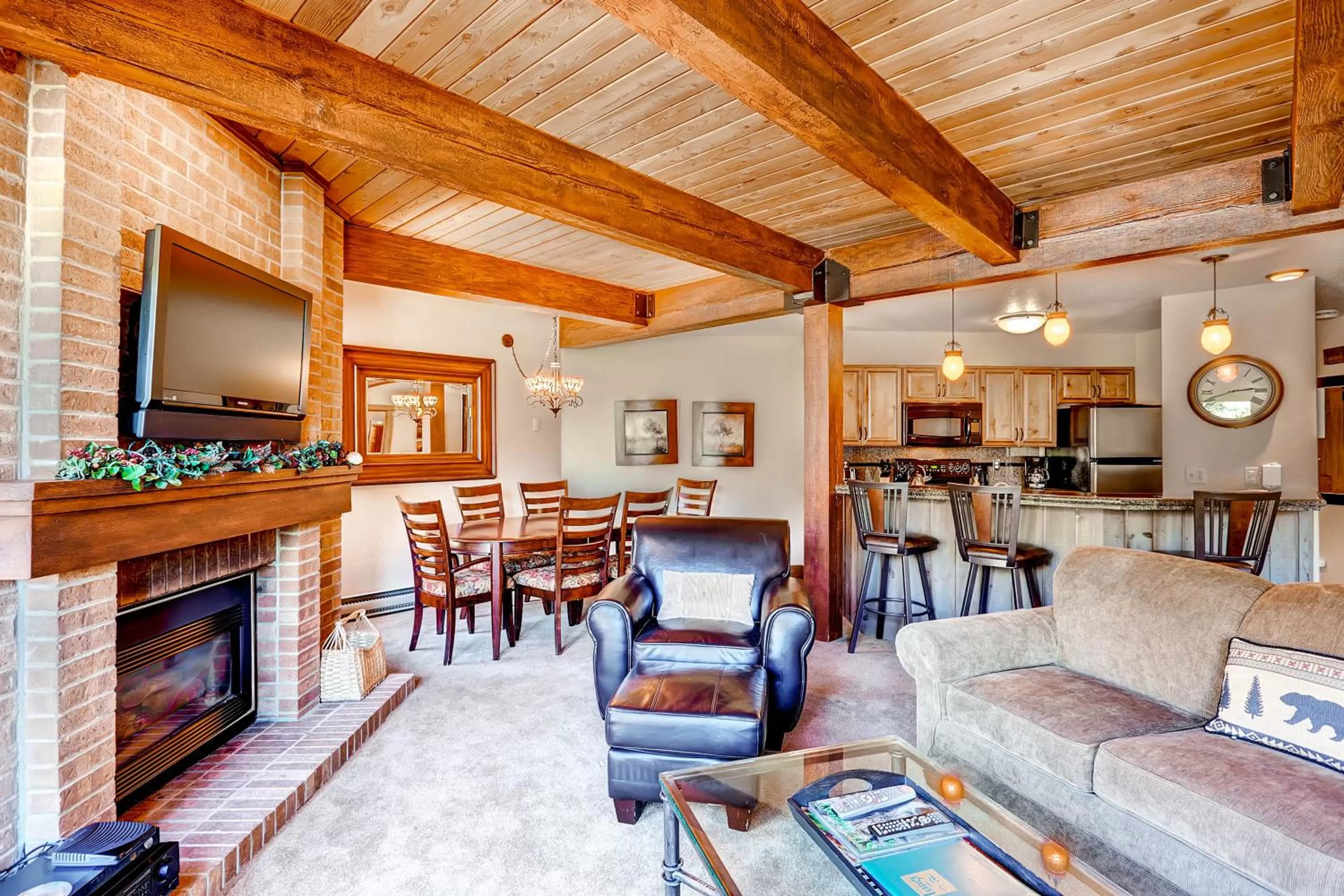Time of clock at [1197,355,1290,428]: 2:41
